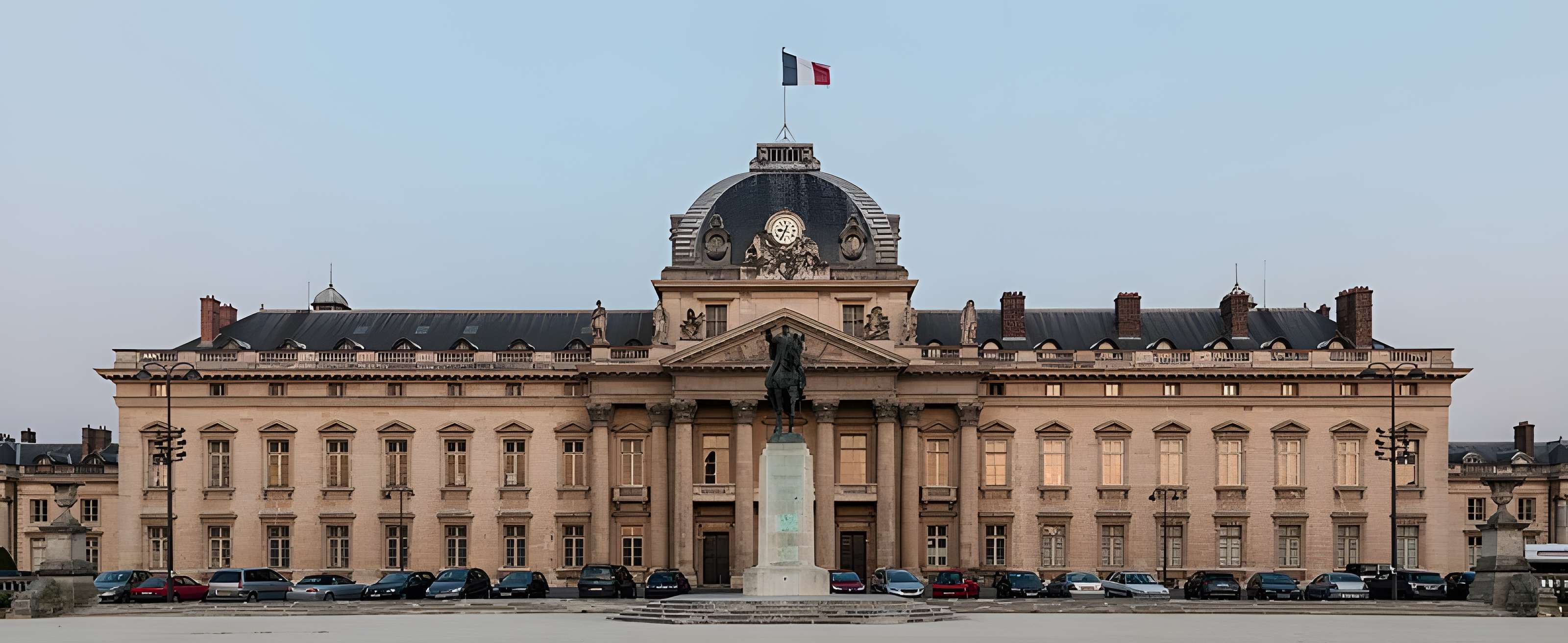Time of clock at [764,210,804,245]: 12:34
